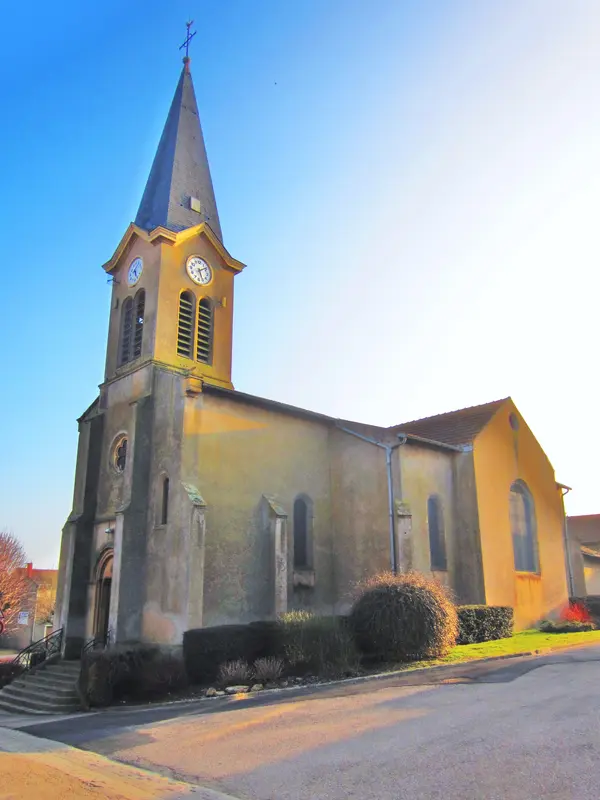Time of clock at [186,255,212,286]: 5:09
